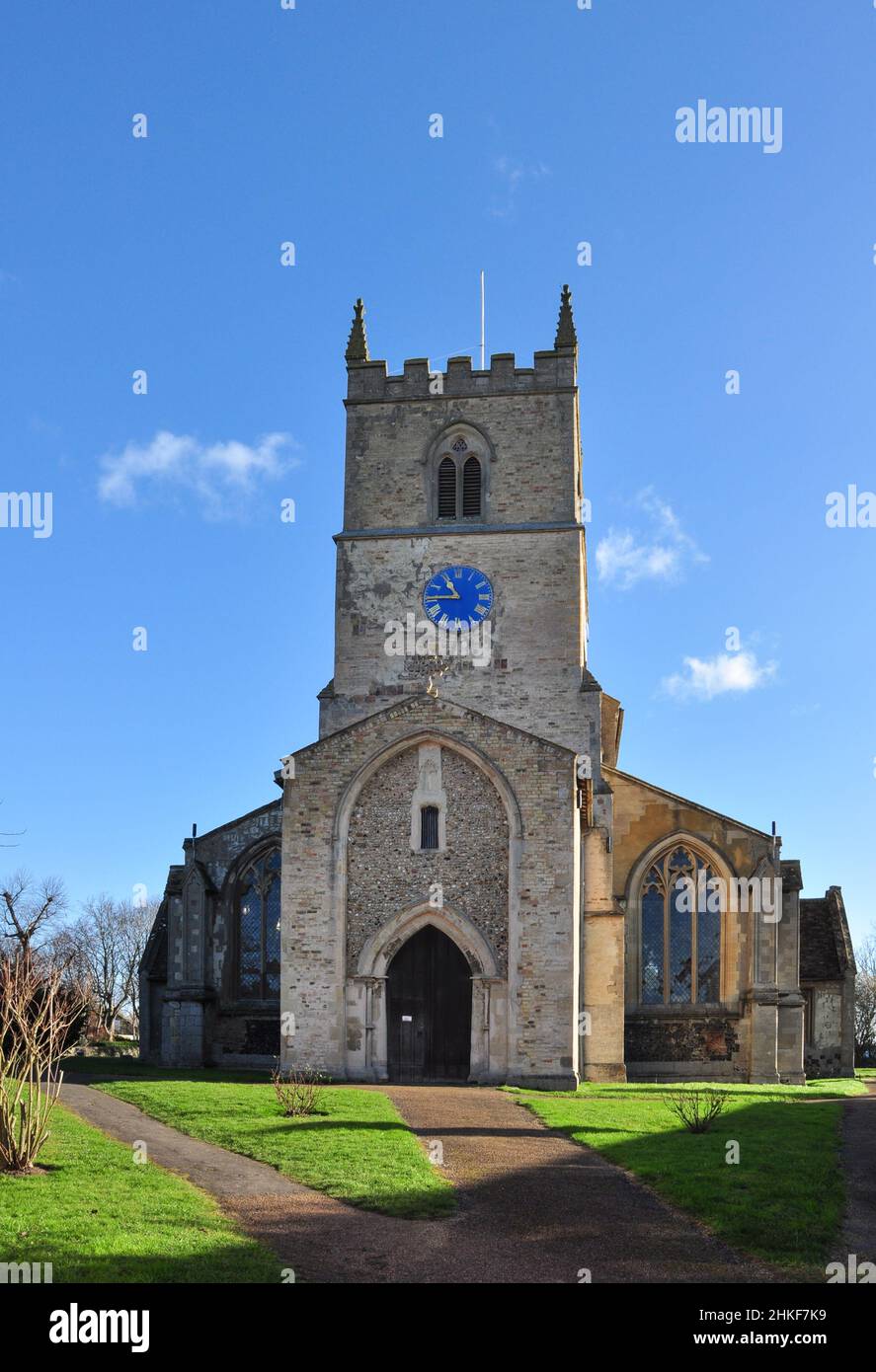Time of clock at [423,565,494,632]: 10:44
